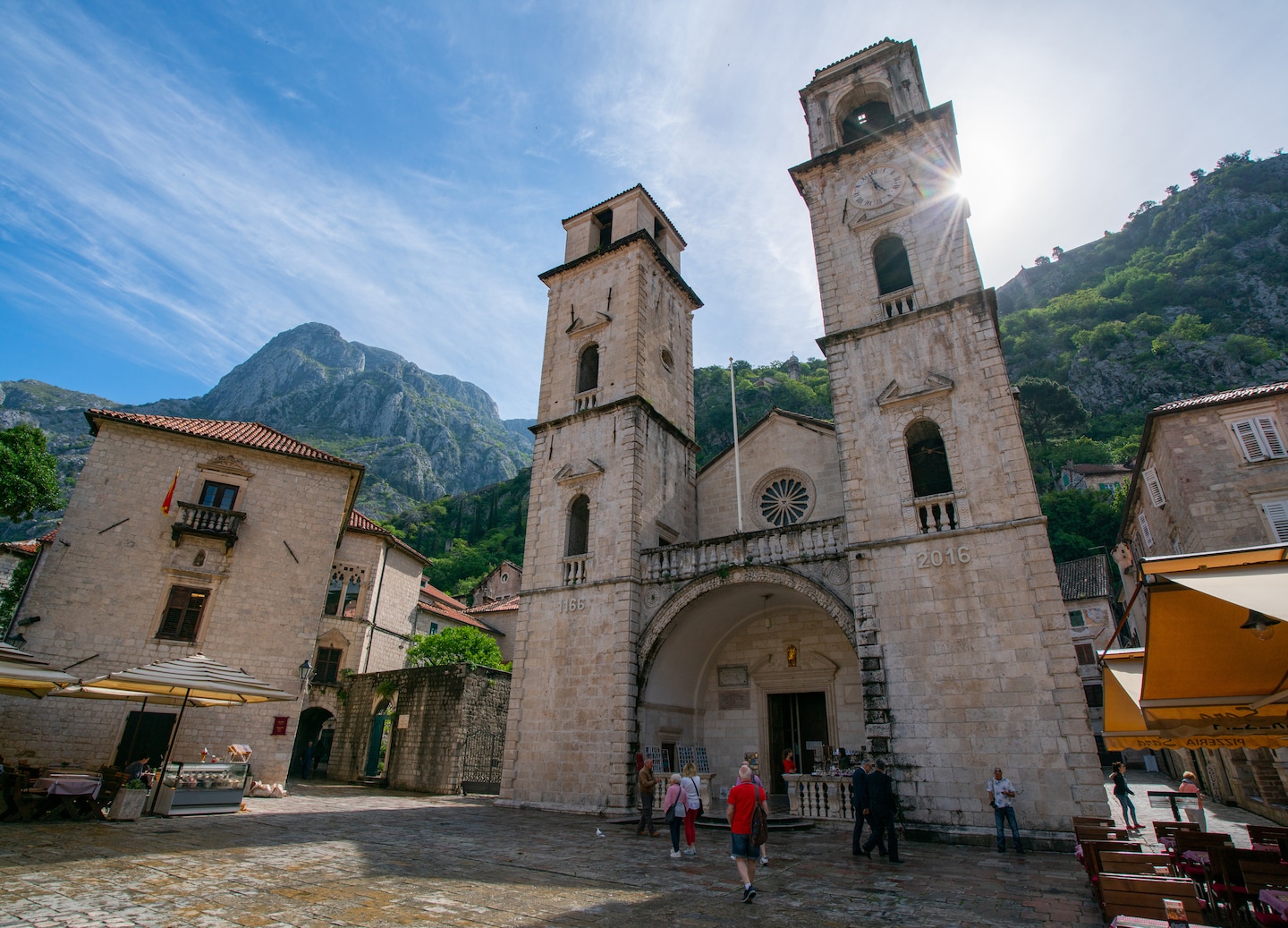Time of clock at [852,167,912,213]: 4:57
